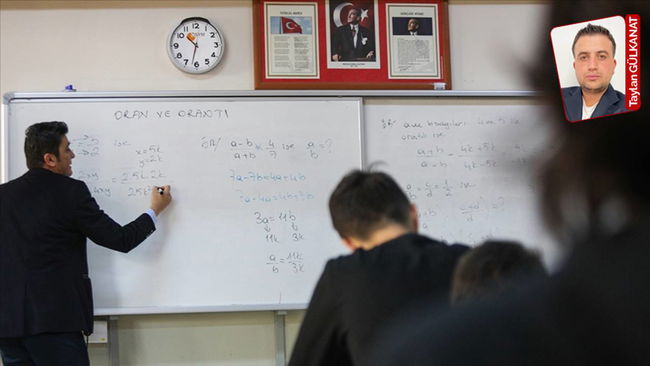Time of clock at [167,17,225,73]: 10:32
